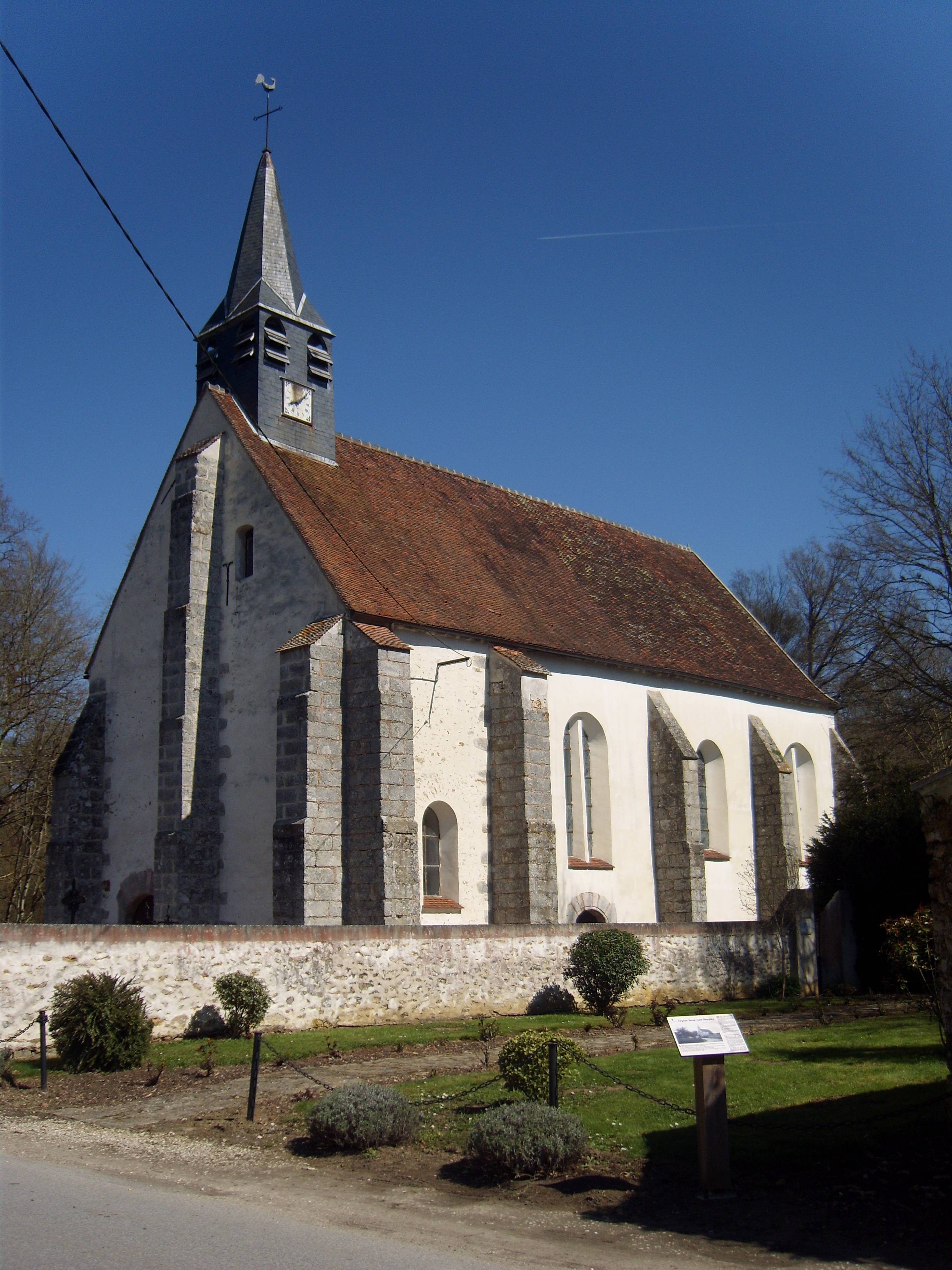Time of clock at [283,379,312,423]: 8:07
